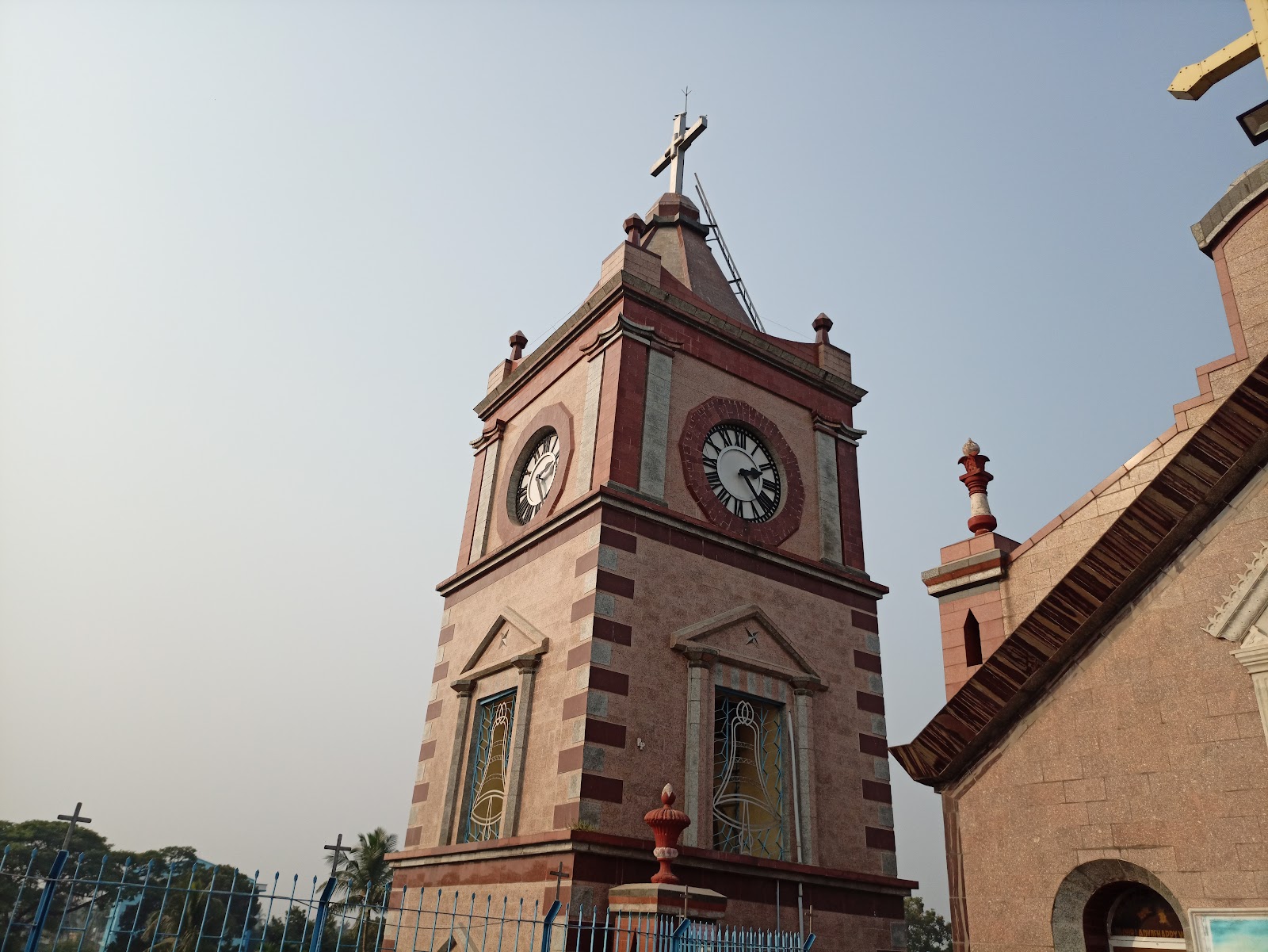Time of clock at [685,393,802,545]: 2:23
